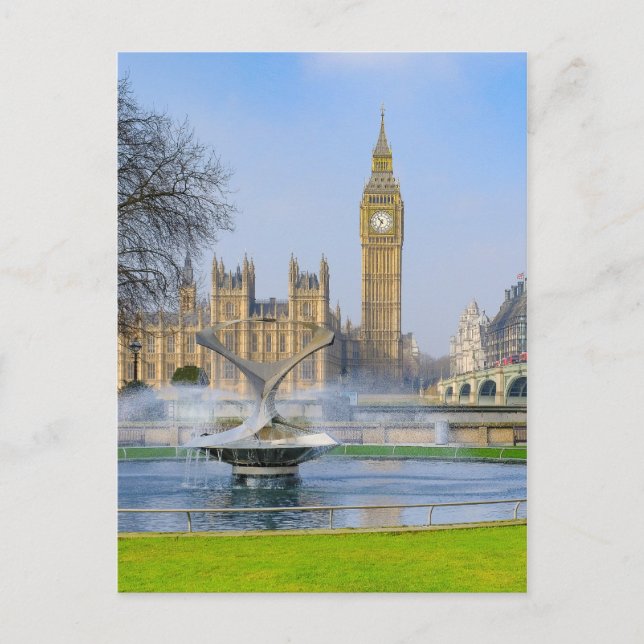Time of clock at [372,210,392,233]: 10:34
